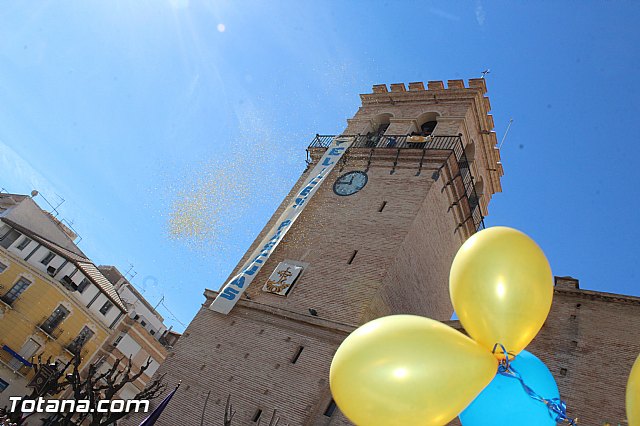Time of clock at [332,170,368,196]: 11:46
